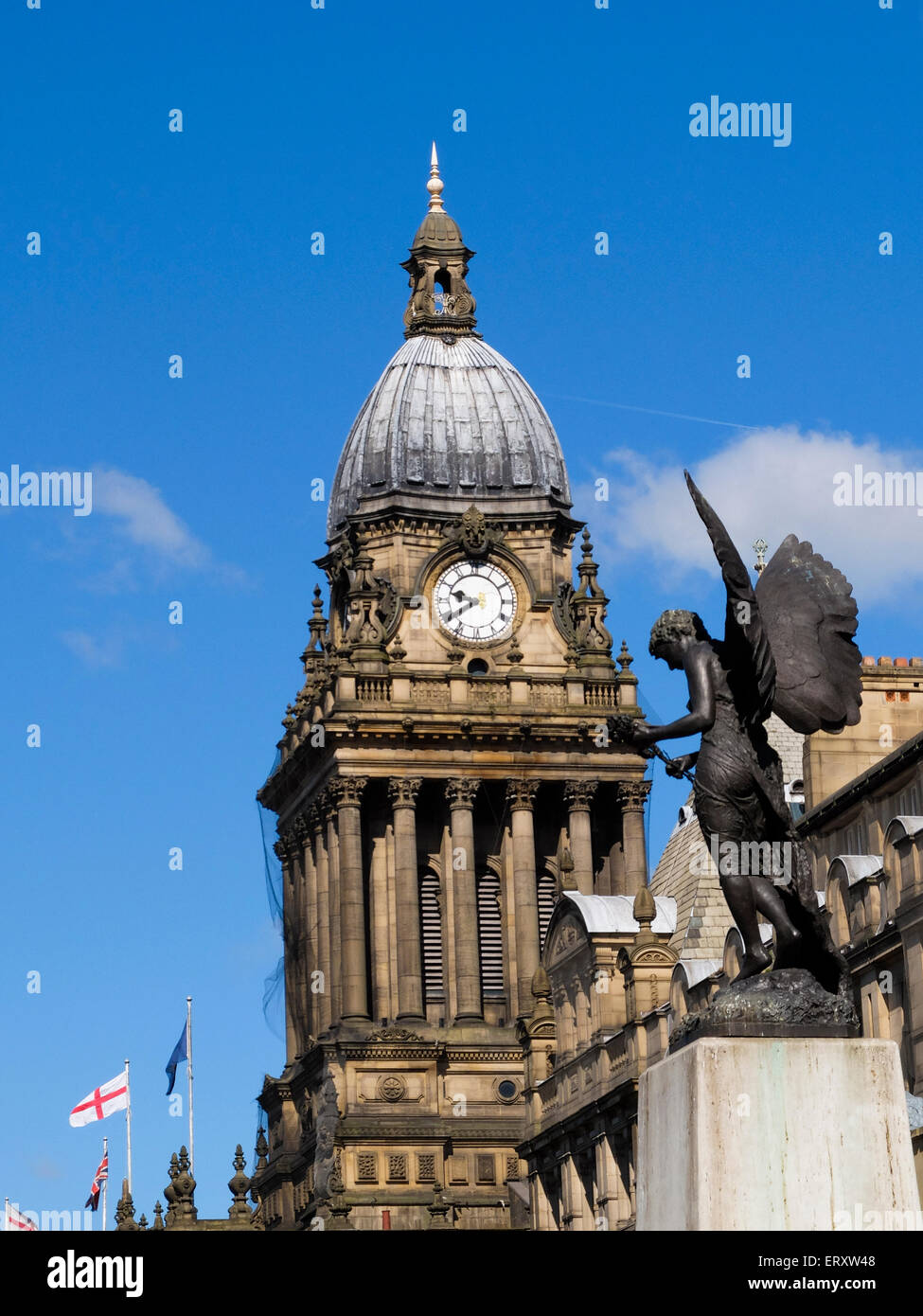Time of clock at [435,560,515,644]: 9:39
